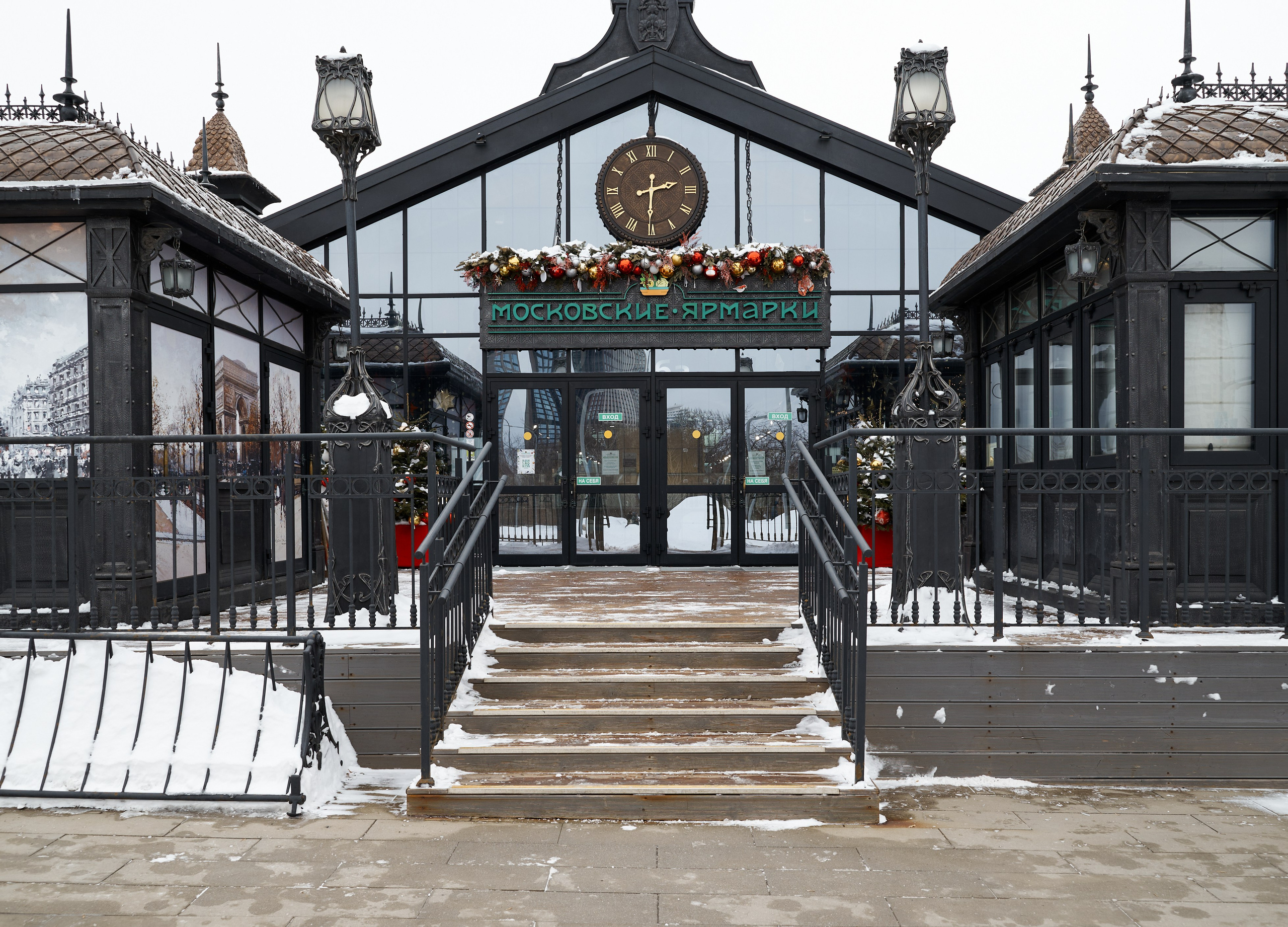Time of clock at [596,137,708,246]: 2:30
